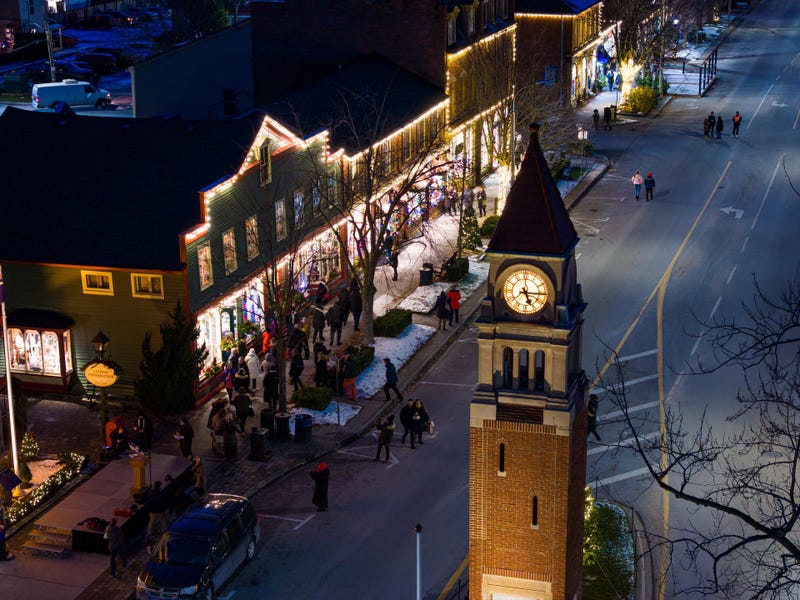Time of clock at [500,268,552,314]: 5:15
